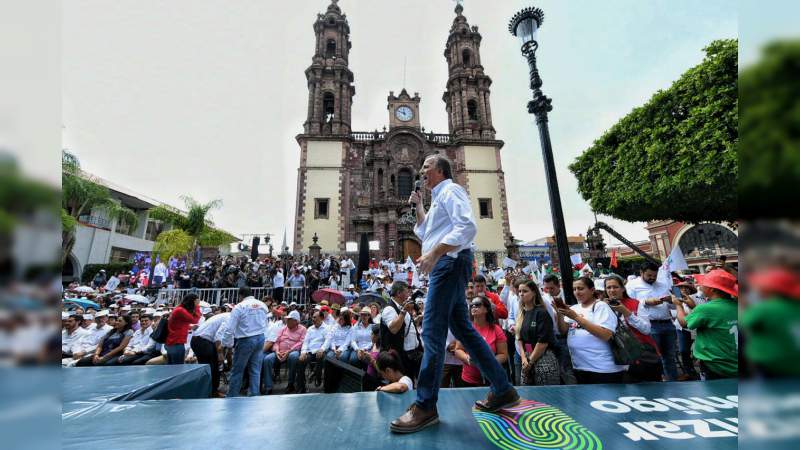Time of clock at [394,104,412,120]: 11:49
